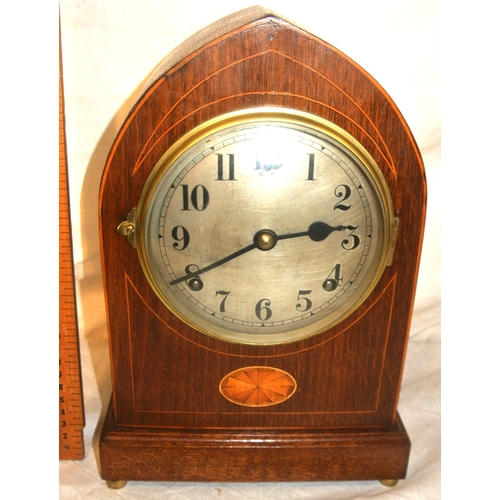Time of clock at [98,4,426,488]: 2:40
